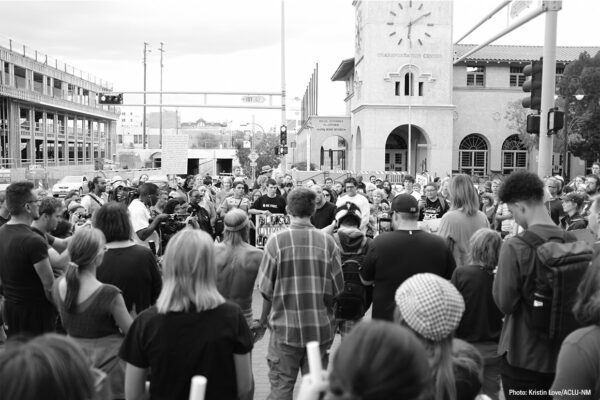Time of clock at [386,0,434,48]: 6:09
